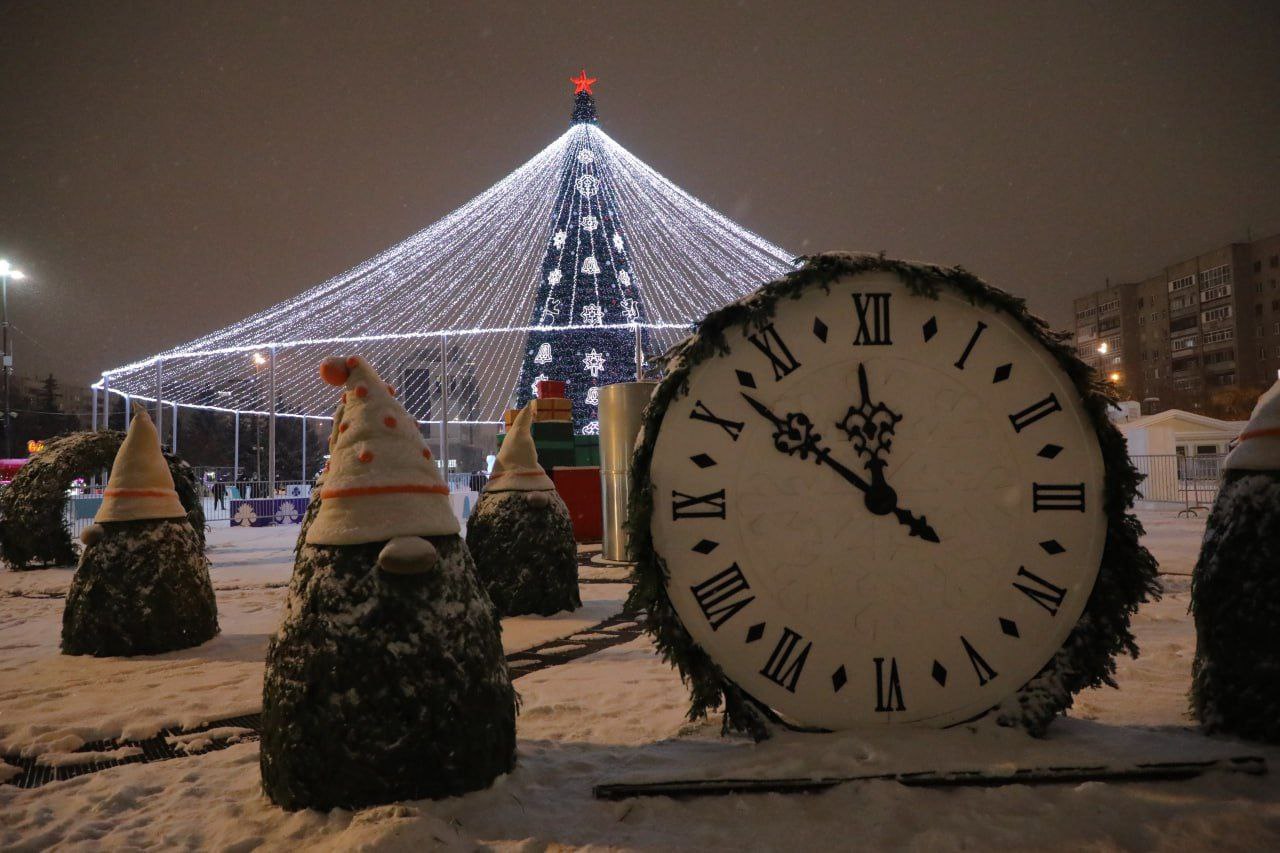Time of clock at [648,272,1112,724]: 11:51
